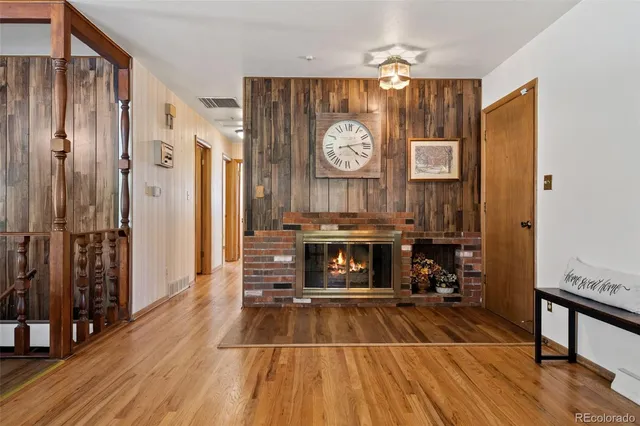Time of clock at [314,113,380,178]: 4:13
